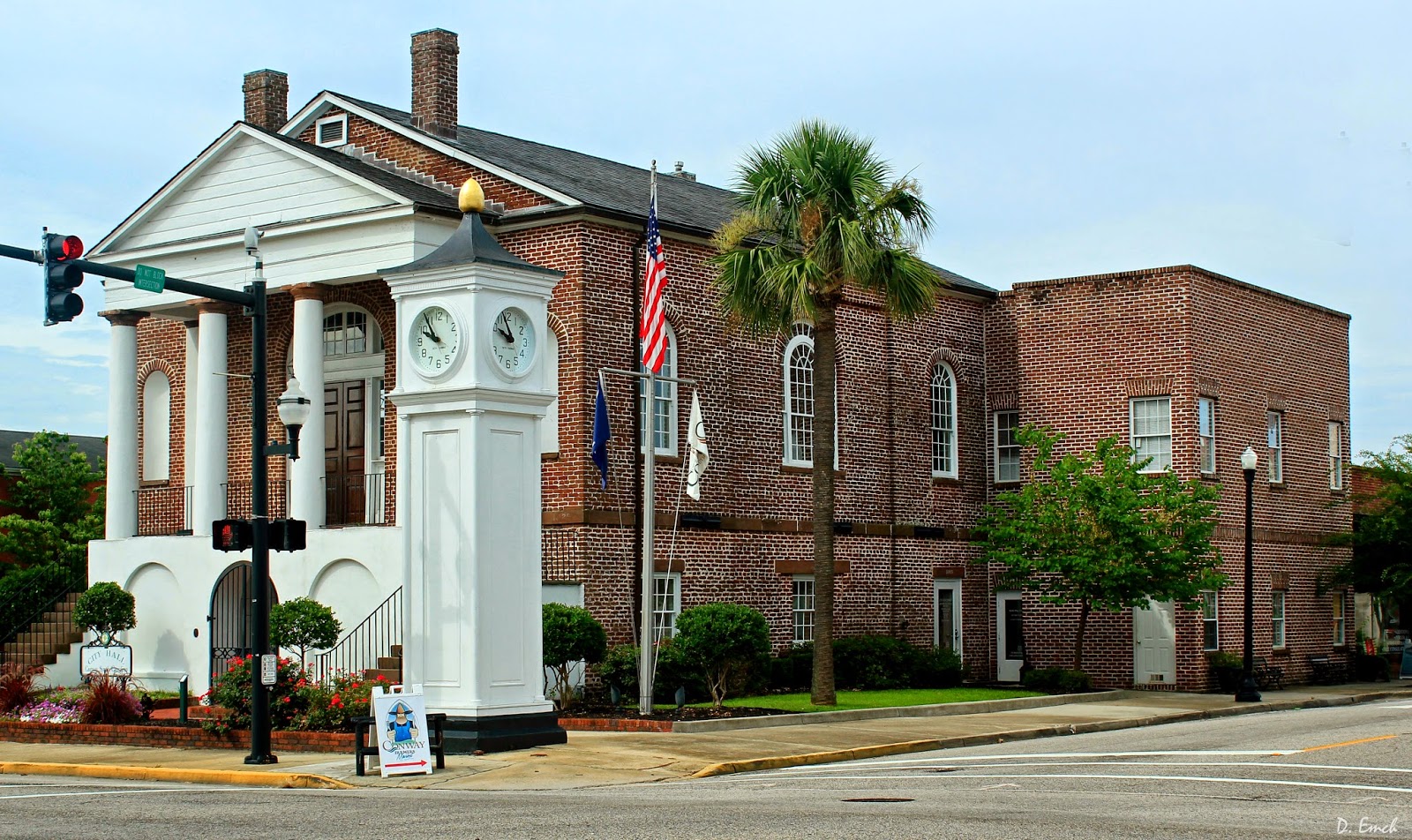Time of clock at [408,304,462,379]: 9:54
